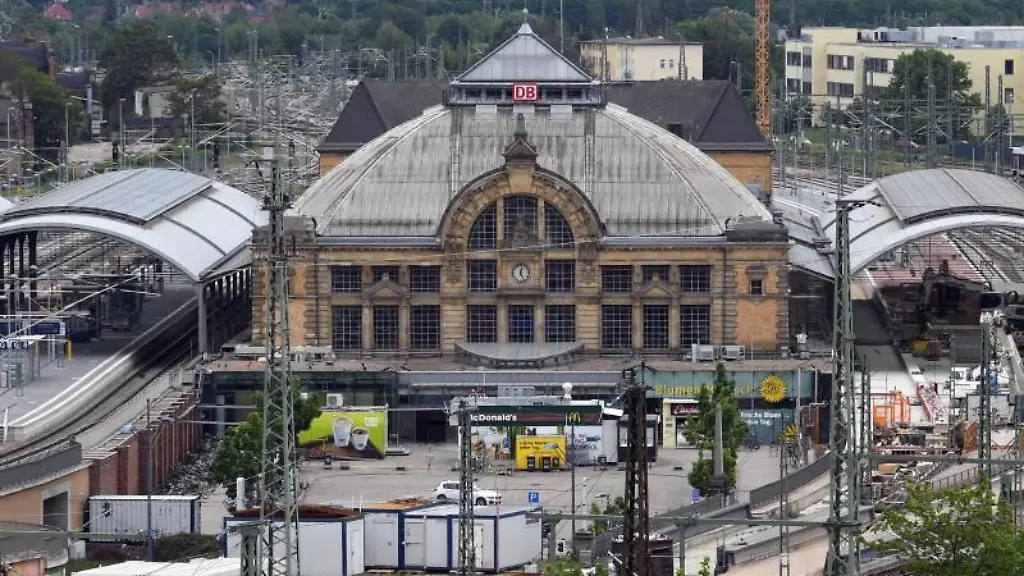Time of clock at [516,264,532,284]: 12:26
